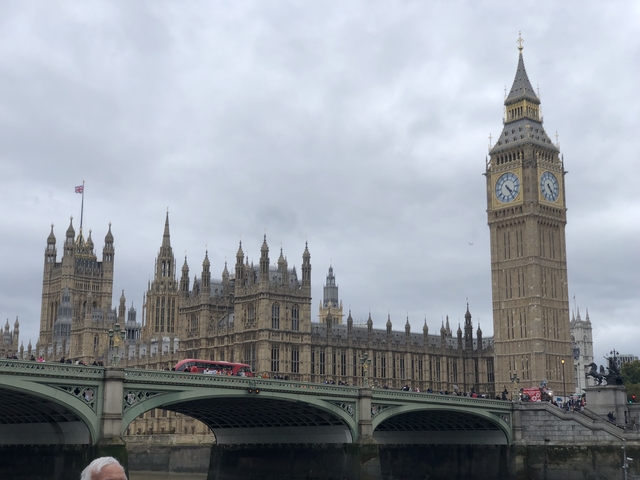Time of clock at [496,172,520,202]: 4:24
